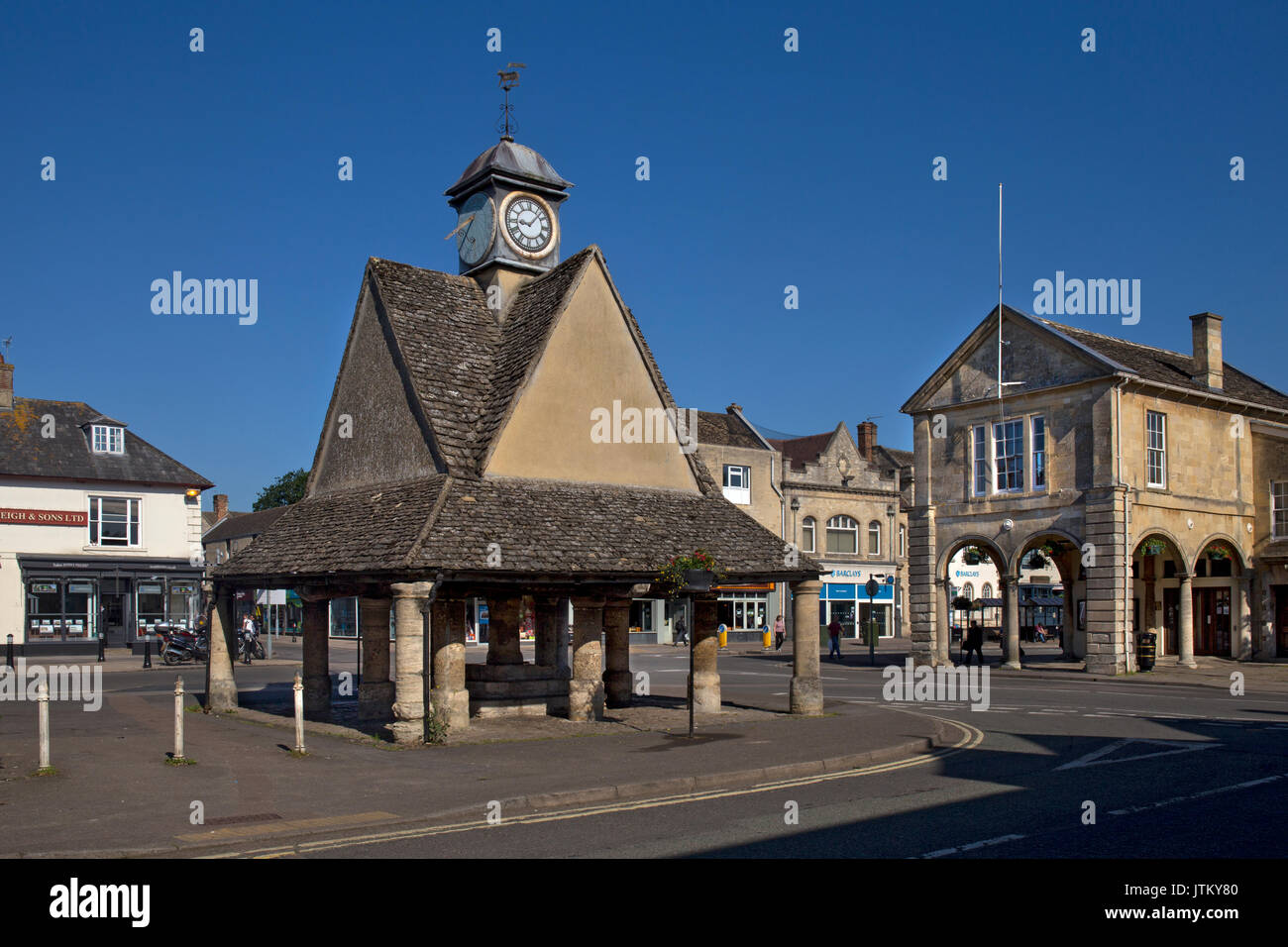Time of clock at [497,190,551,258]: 9:07
